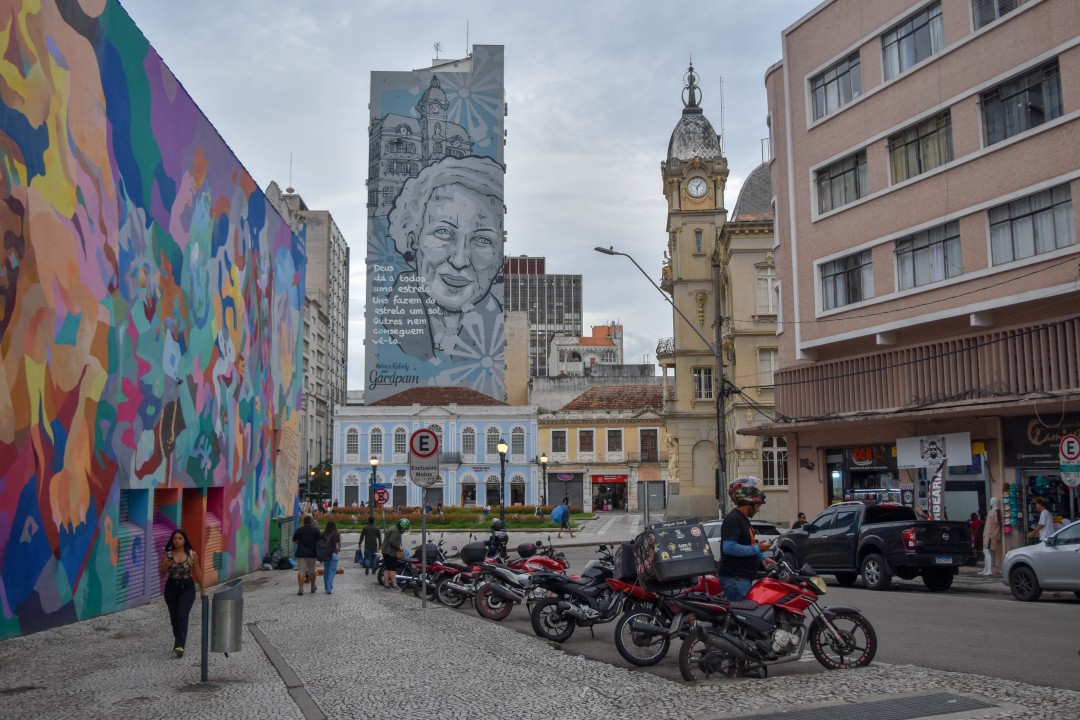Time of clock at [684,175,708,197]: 6:06
